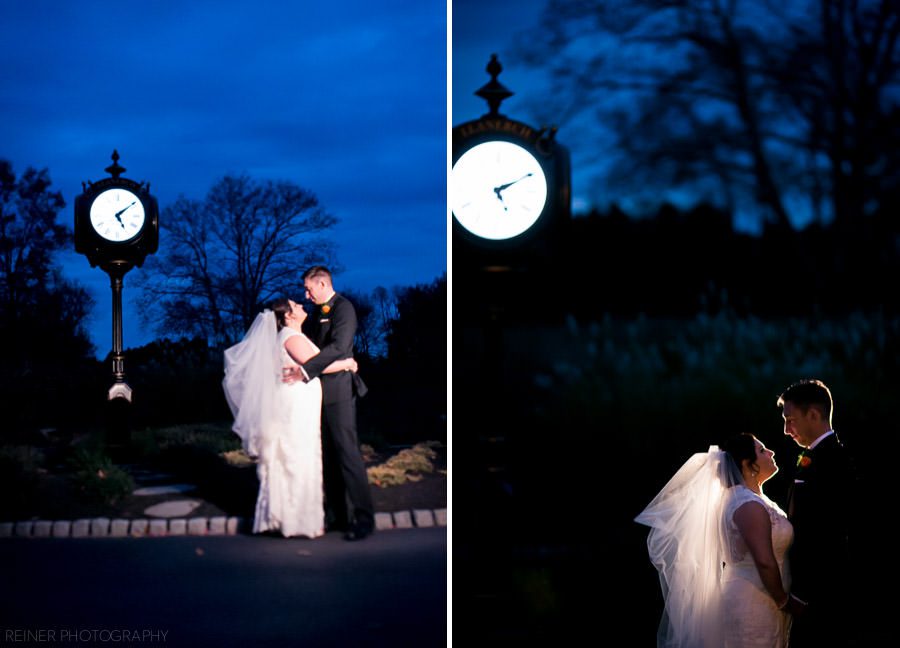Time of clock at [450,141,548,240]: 5:10
